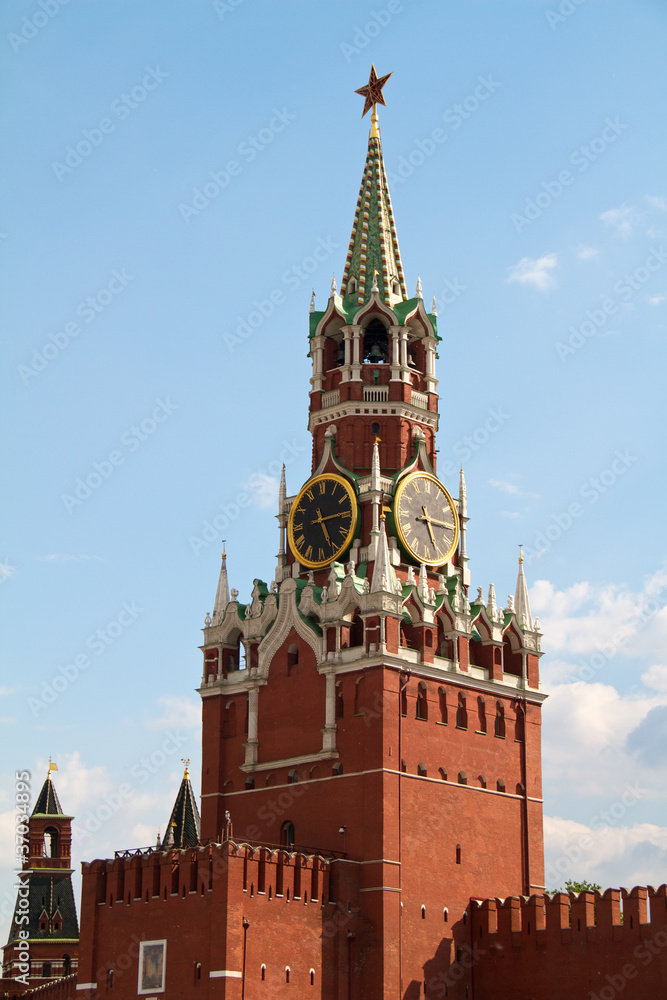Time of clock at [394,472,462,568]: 5:15
